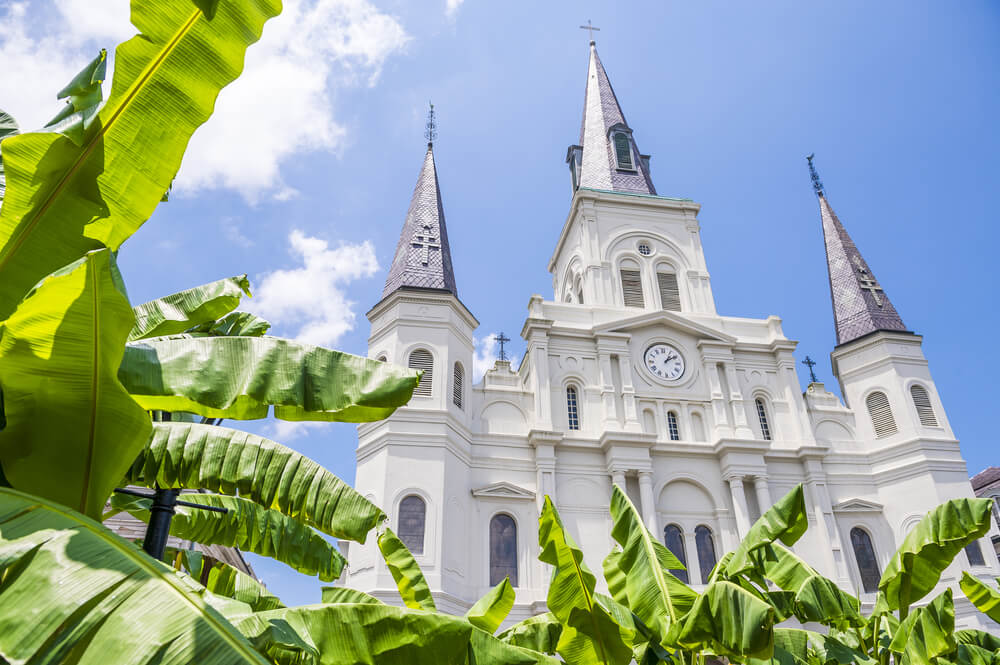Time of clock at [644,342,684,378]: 1:09
